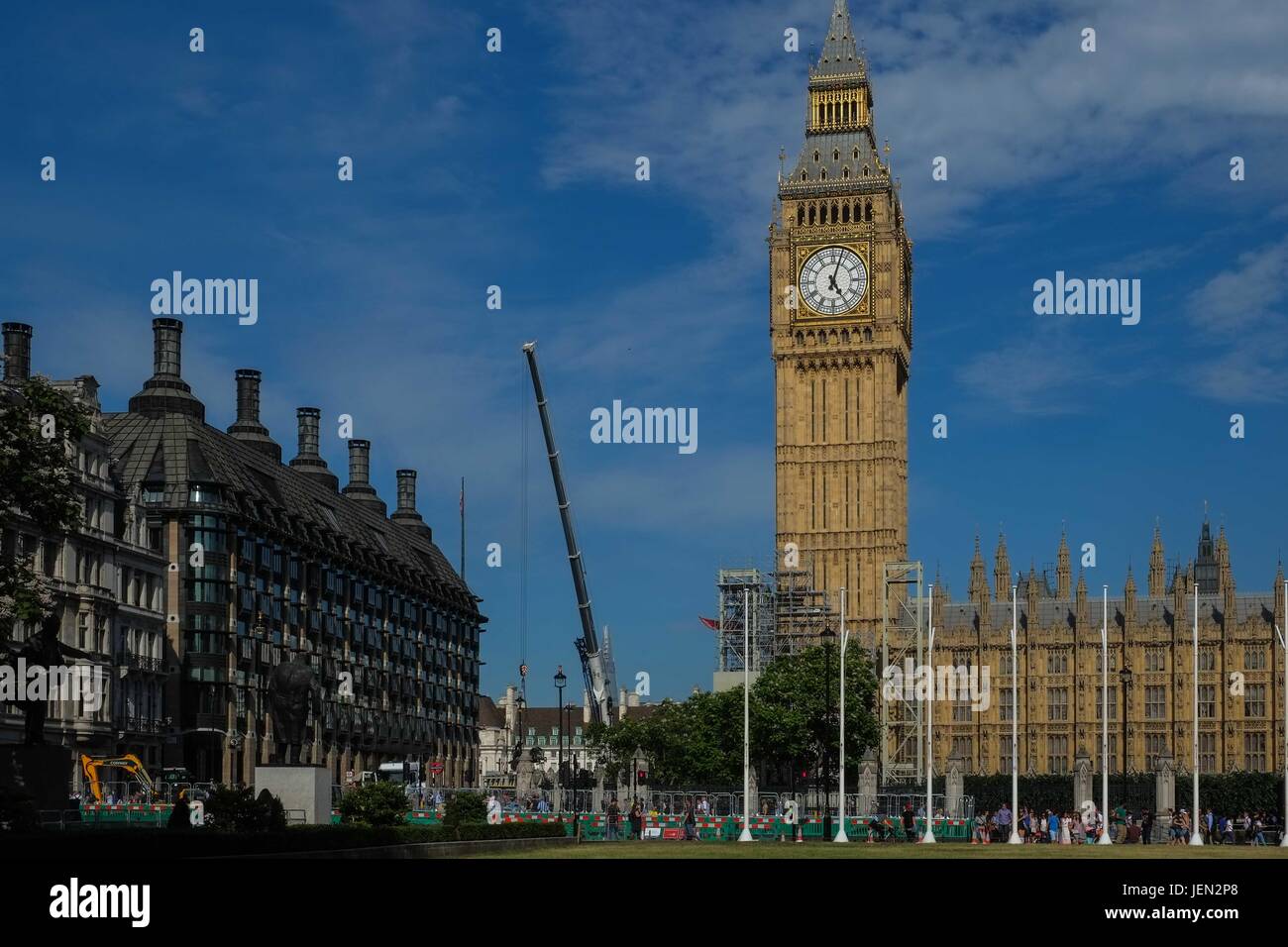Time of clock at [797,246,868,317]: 5:03
